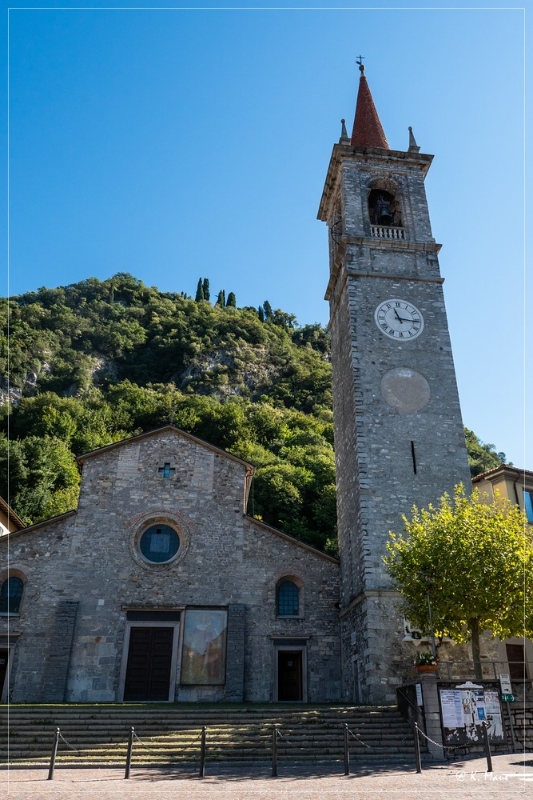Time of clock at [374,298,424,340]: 11:16
